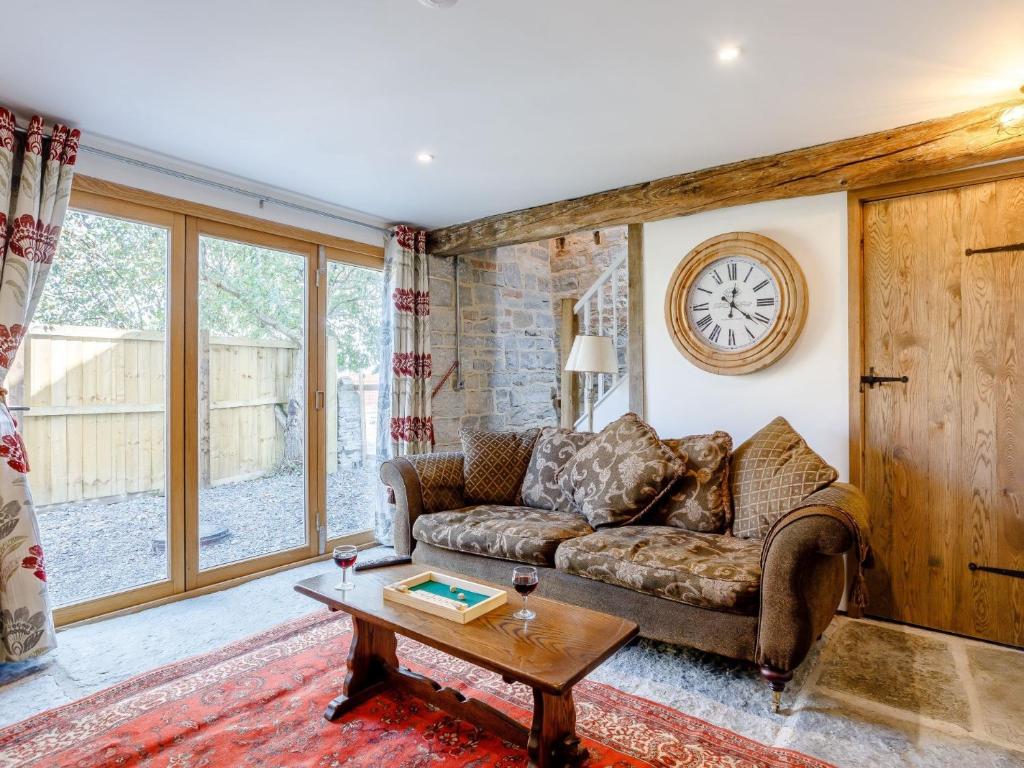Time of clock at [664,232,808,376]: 12:21
